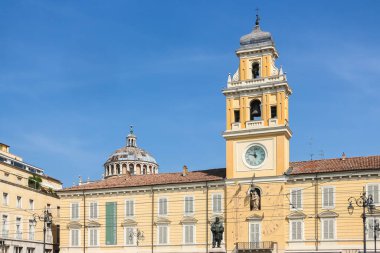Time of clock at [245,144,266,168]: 11:47
